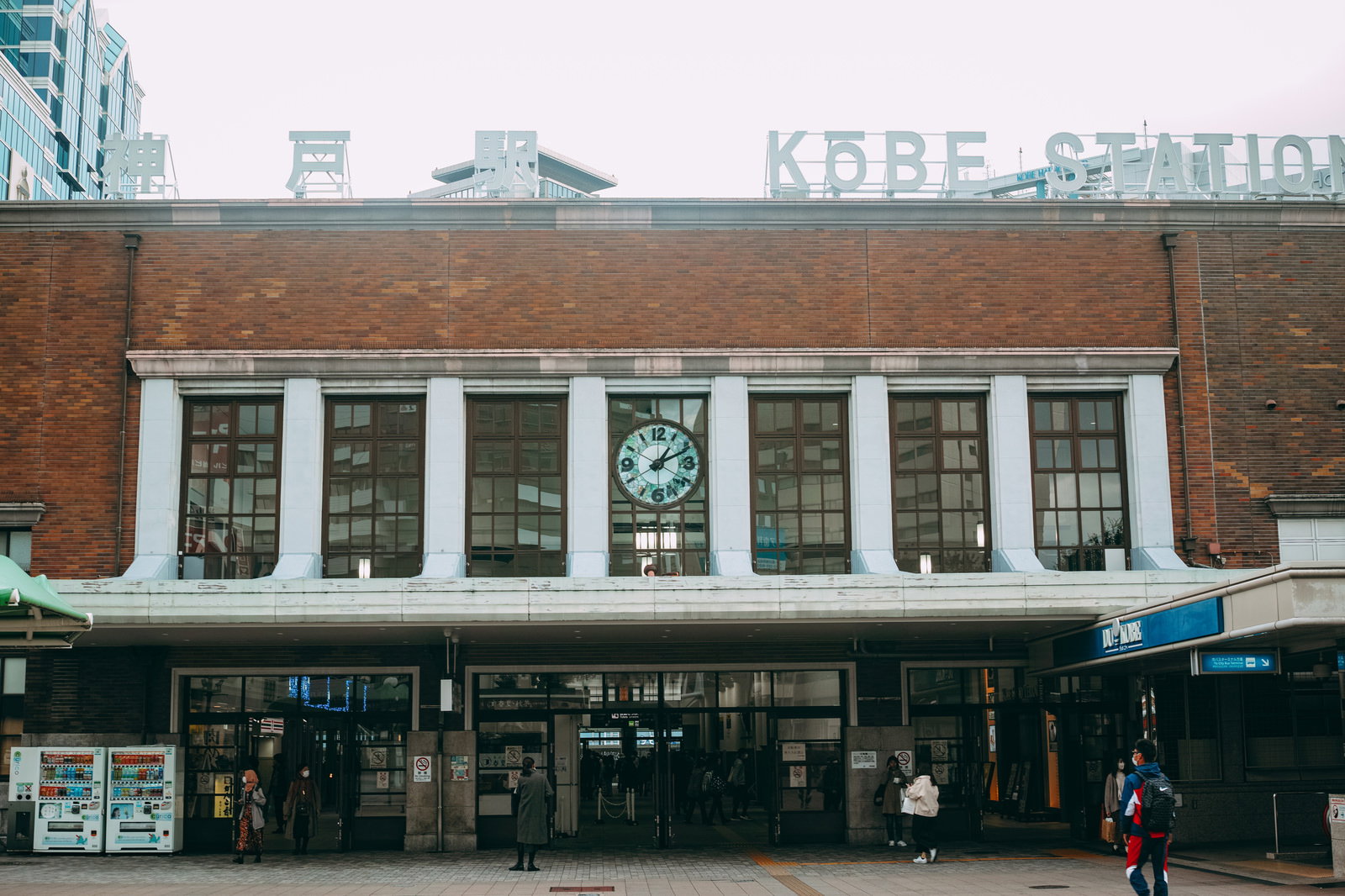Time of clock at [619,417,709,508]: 1:10
